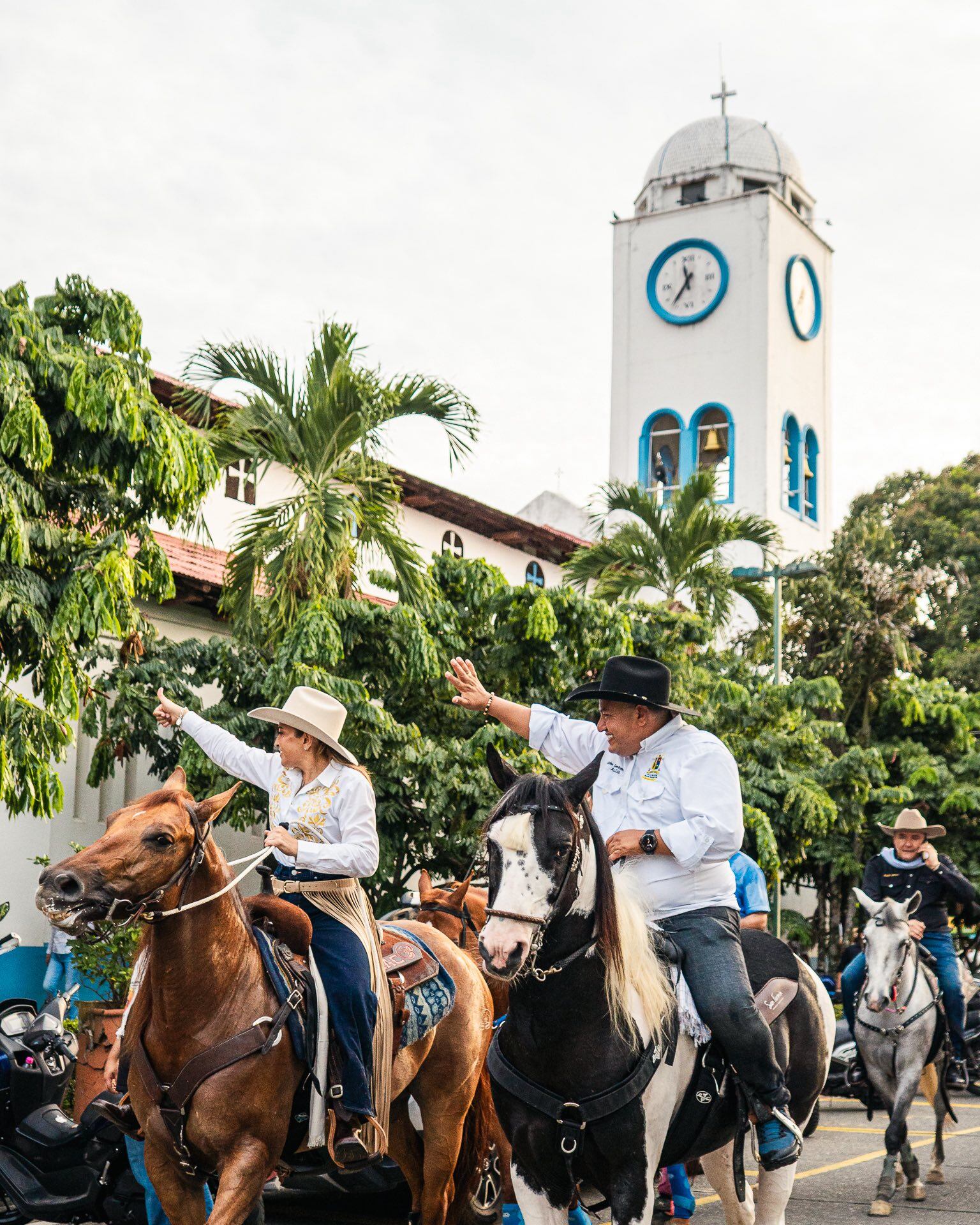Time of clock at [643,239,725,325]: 11:36
